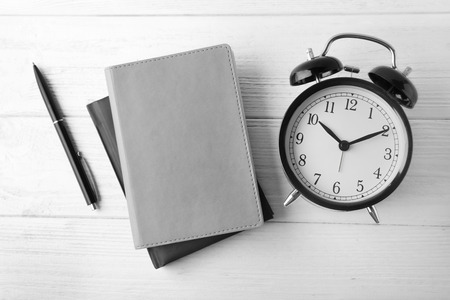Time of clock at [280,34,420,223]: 10:10
